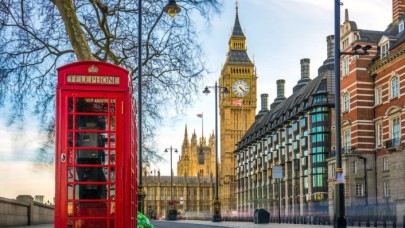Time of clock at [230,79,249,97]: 4:22
